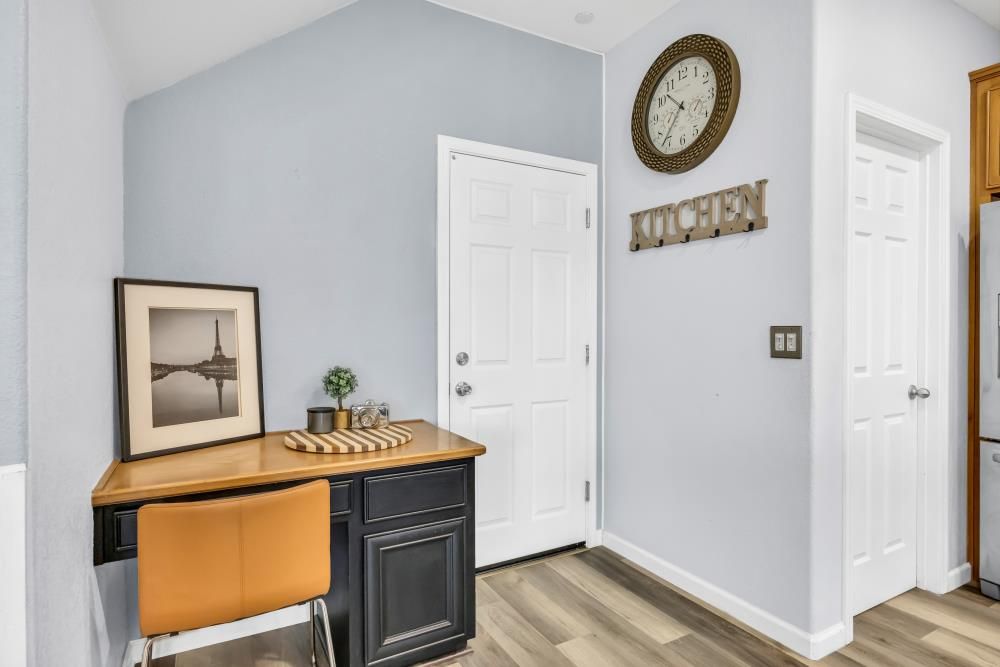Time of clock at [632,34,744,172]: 10:36
